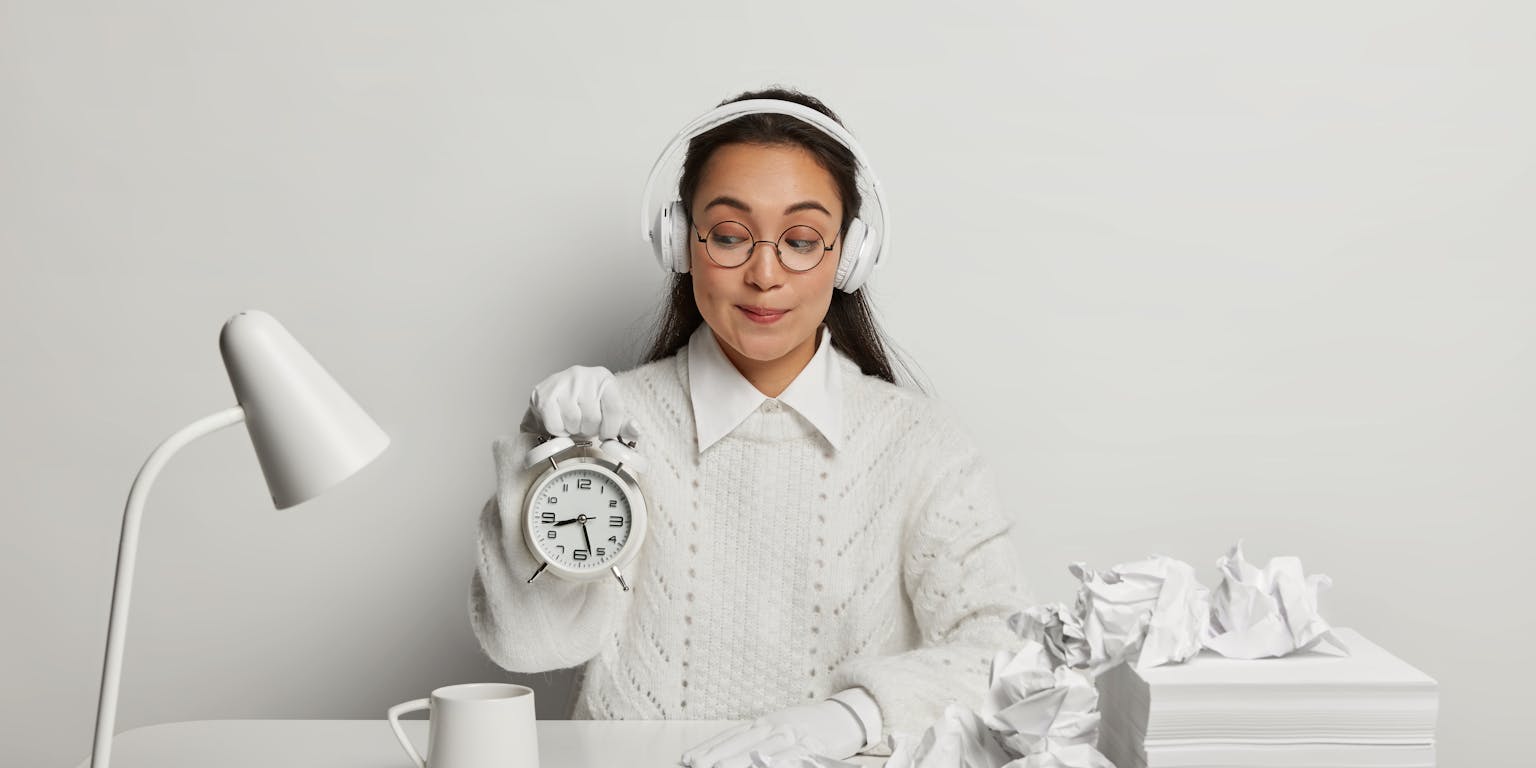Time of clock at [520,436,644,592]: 8:27
